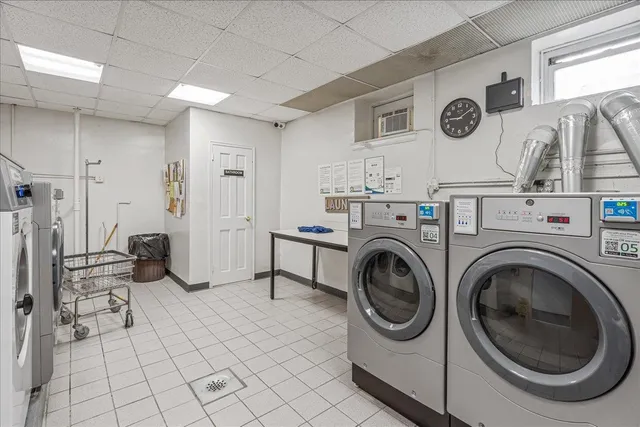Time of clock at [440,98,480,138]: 9:09
